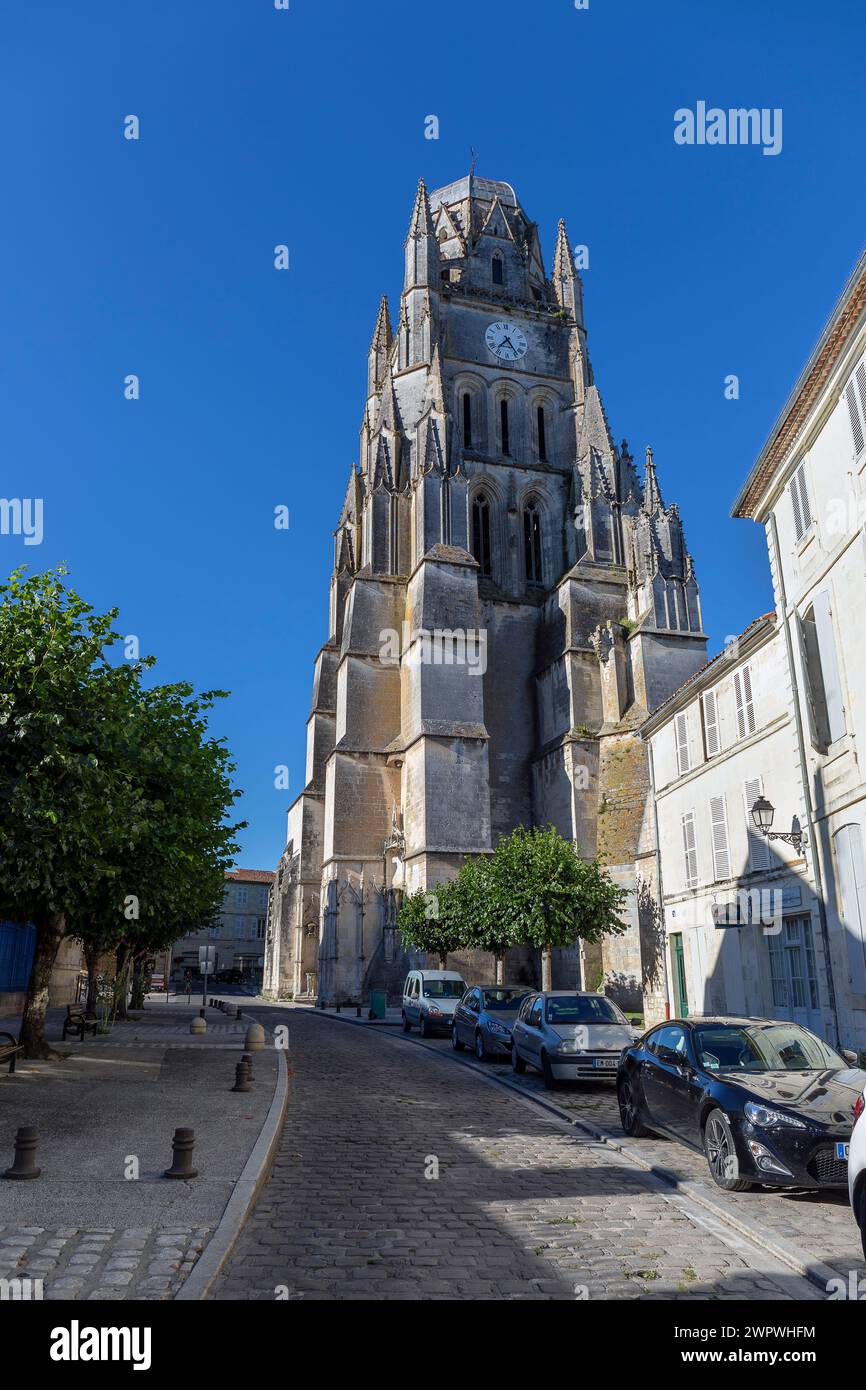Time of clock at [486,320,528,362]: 7:24
